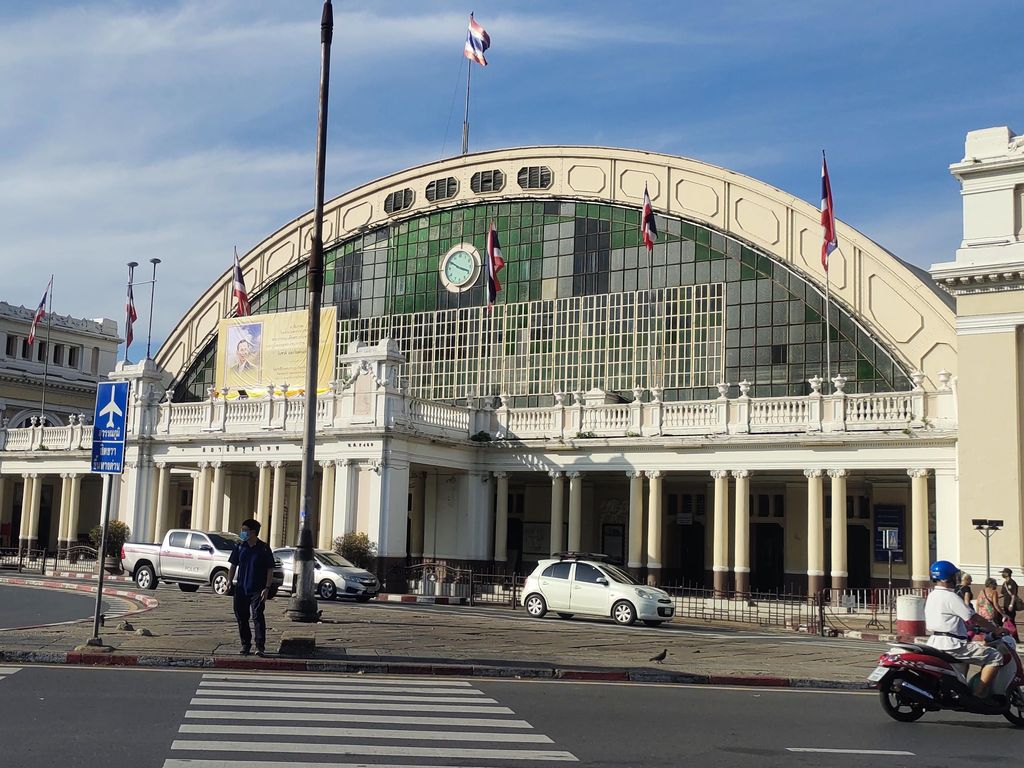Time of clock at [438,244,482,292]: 3:50
